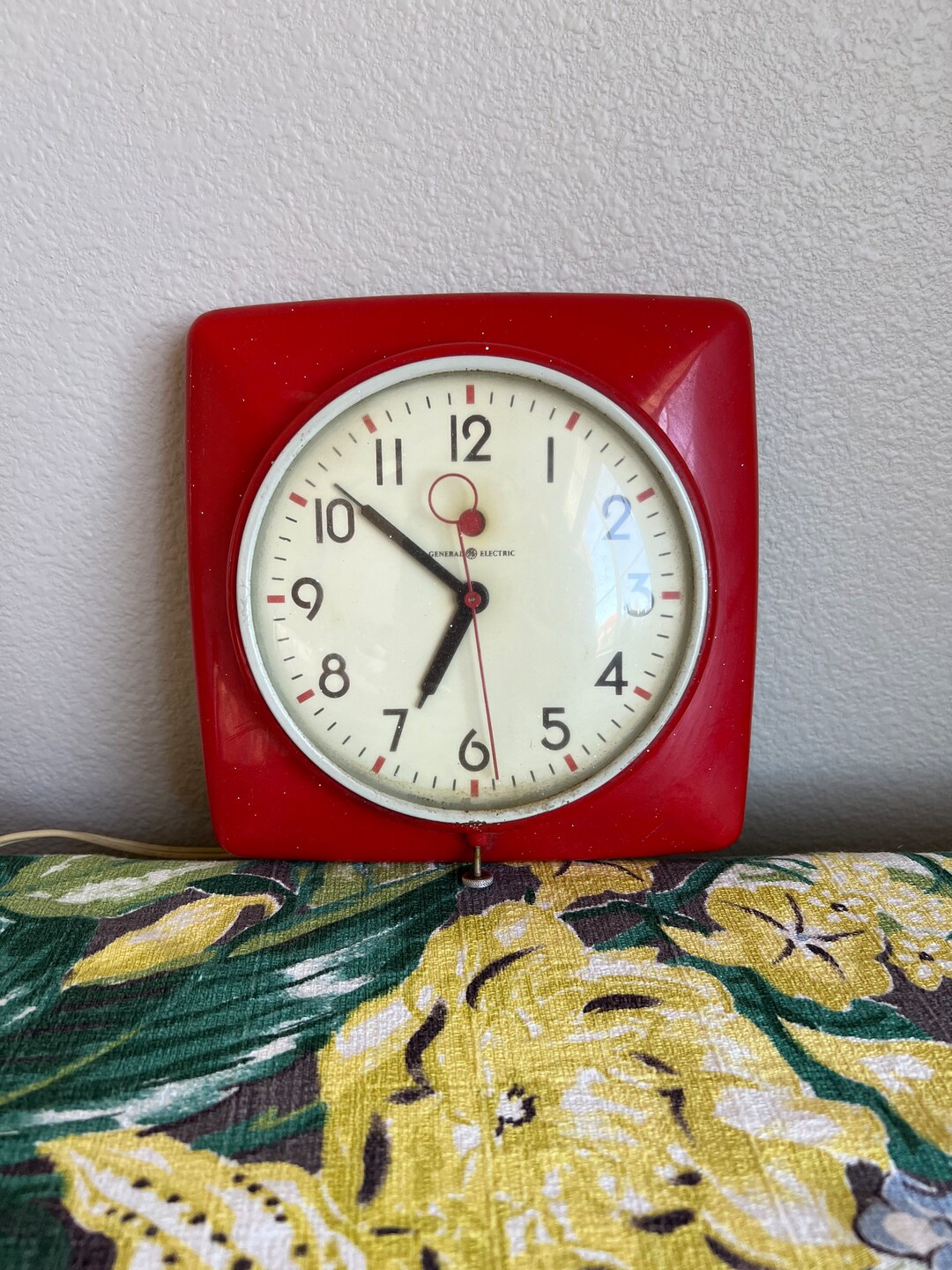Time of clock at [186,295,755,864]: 6:51
